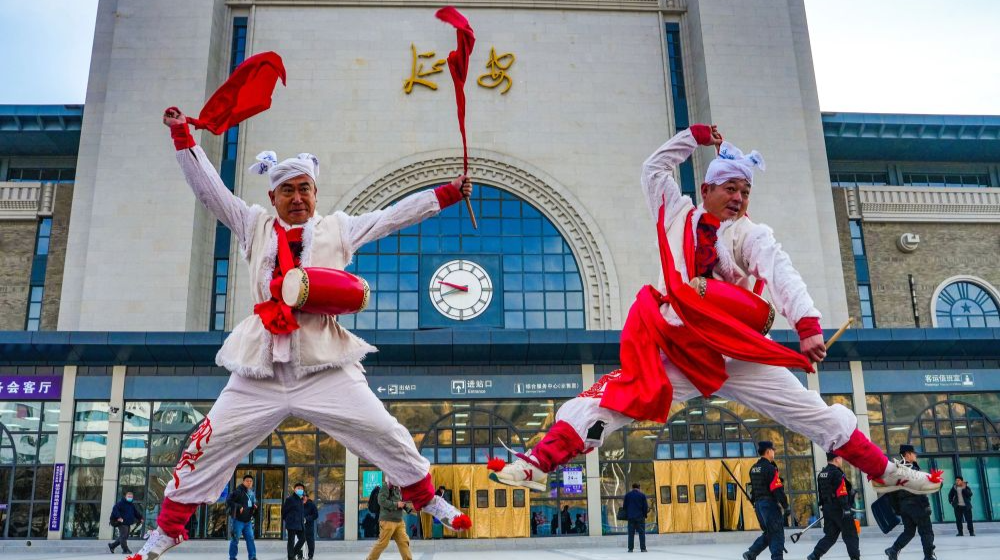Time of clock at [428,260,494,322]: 9:42
